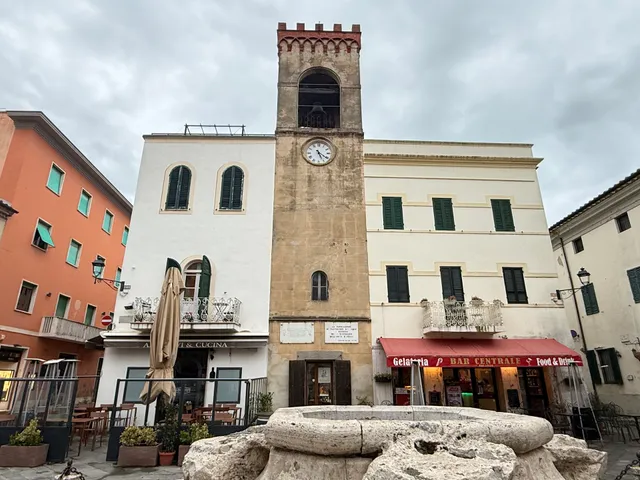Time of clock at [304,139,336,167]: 5:21
